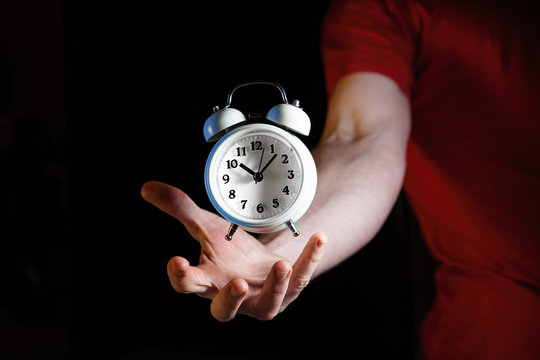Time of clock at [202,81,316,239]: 10:07
